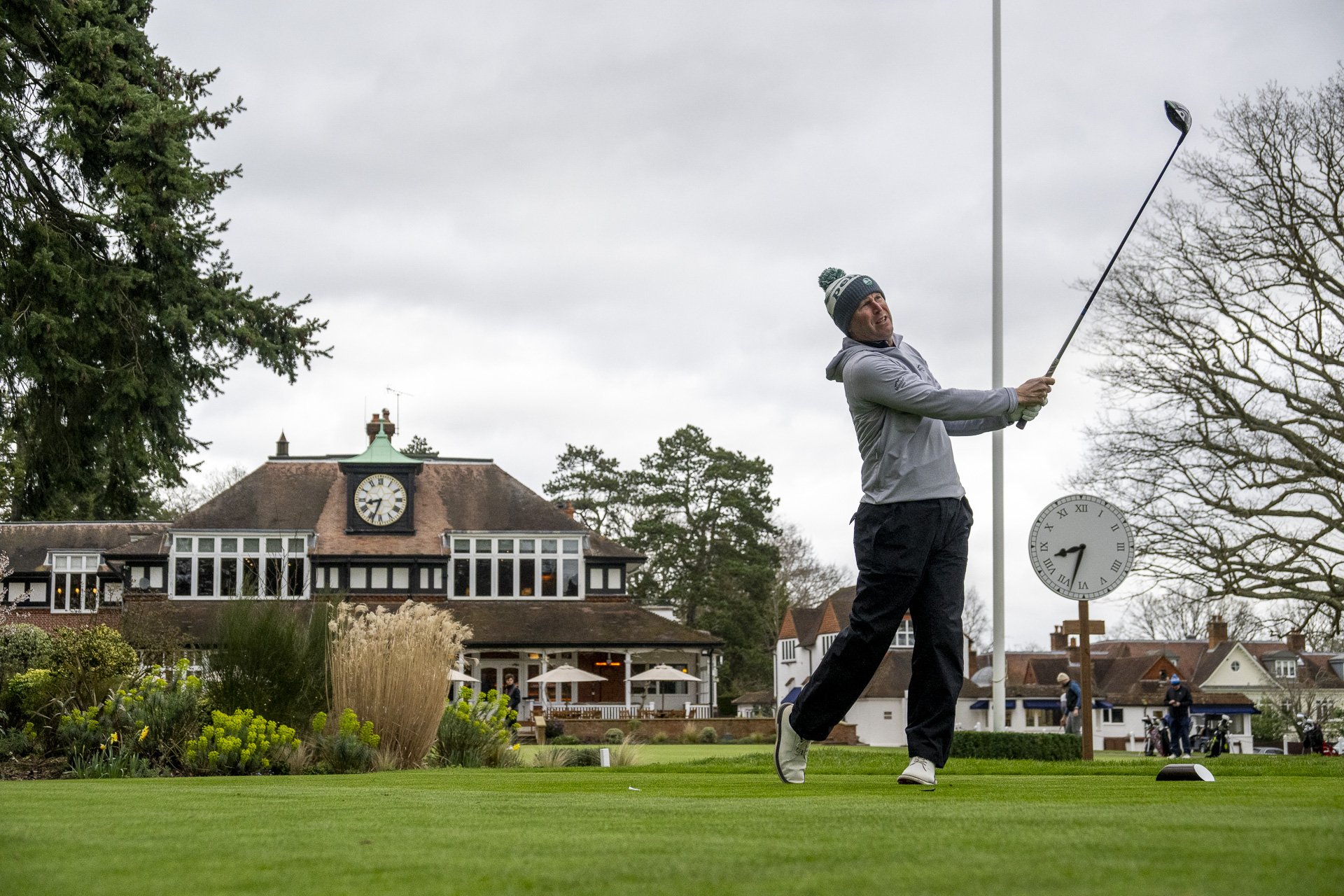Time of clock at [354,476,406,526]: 8:33
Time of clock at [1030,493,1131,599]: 8:32
